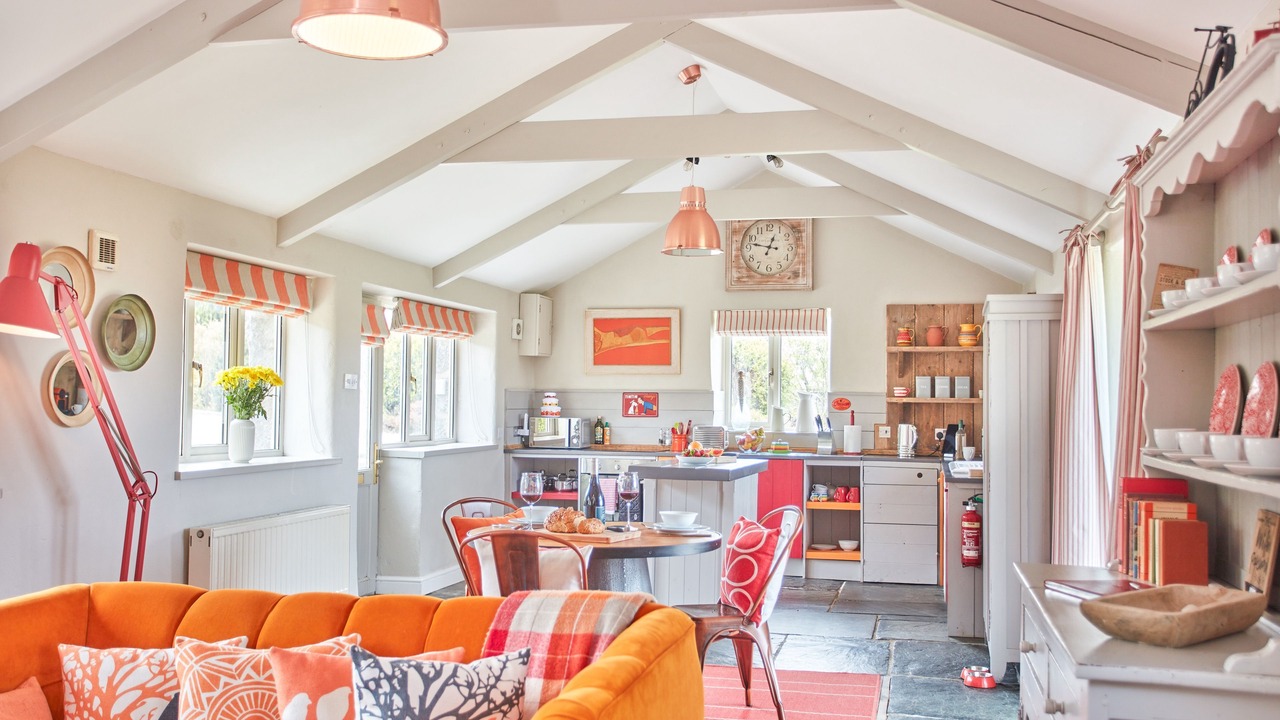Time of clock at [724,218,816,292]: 12:47
